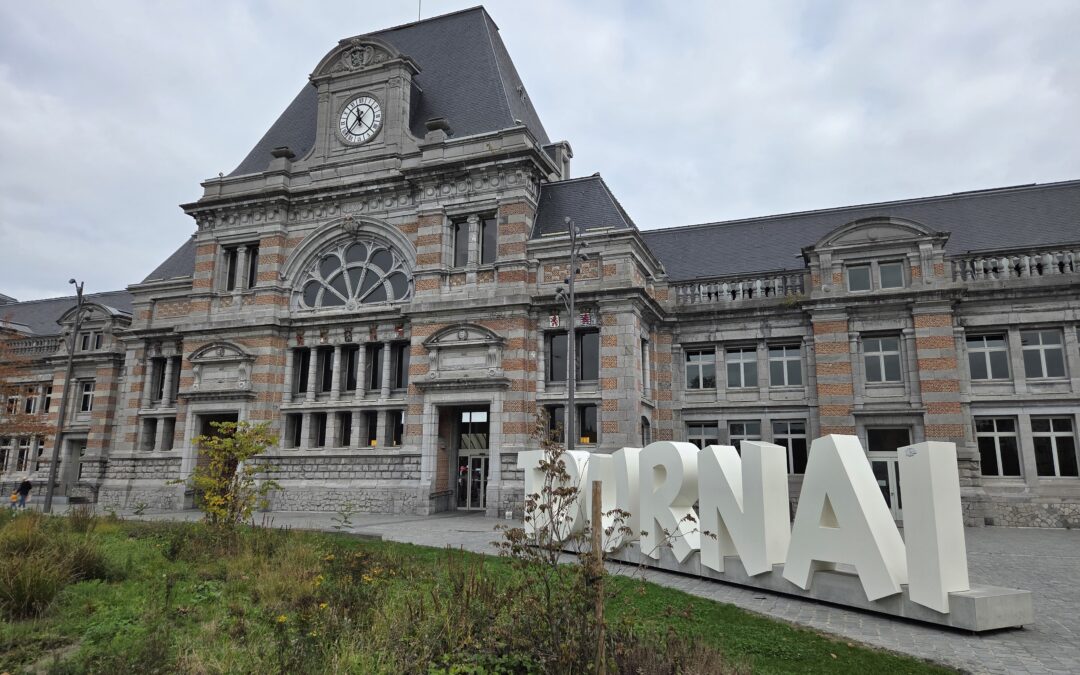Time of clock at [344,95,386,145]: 11:37
